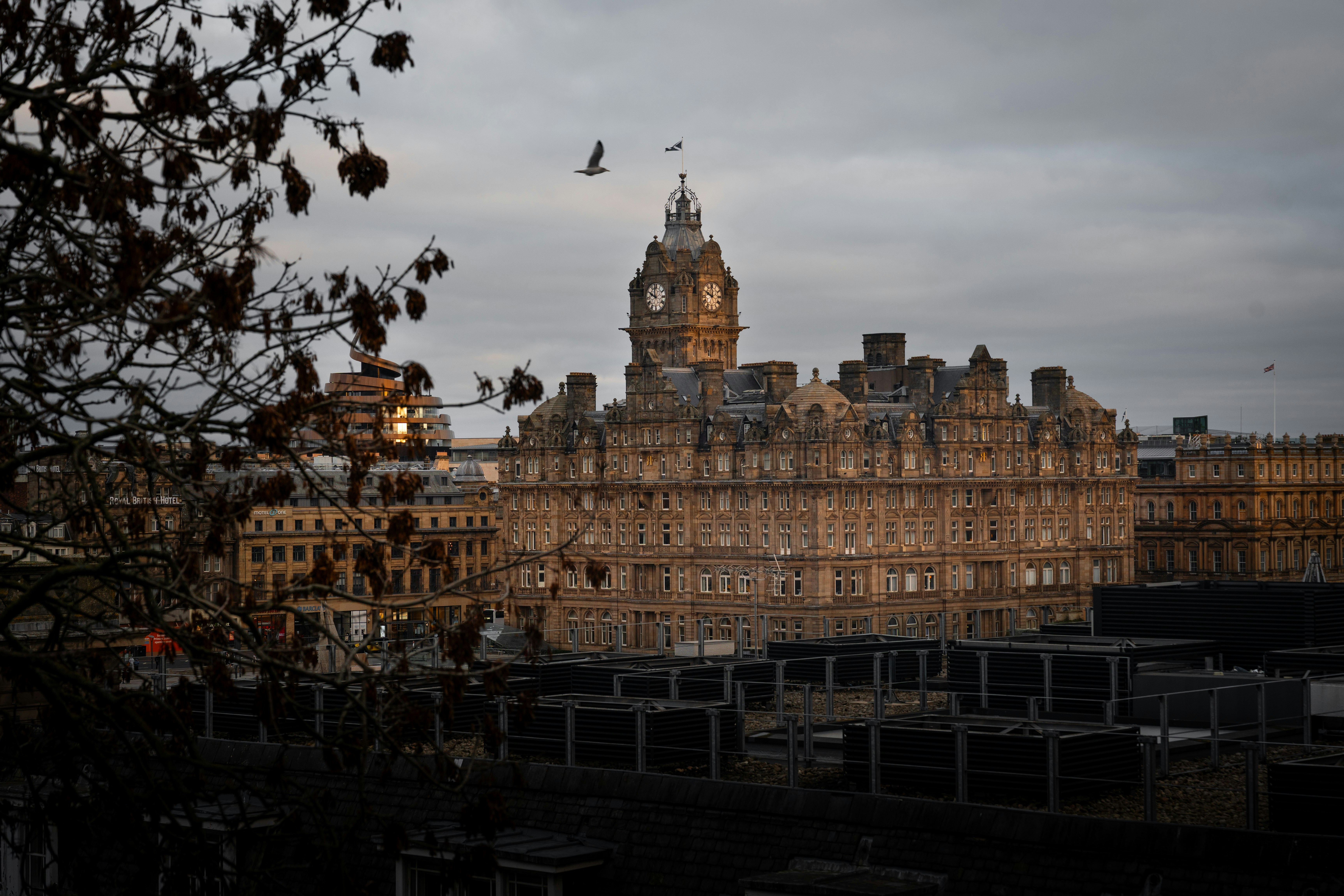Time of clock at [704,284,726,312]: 9:59
